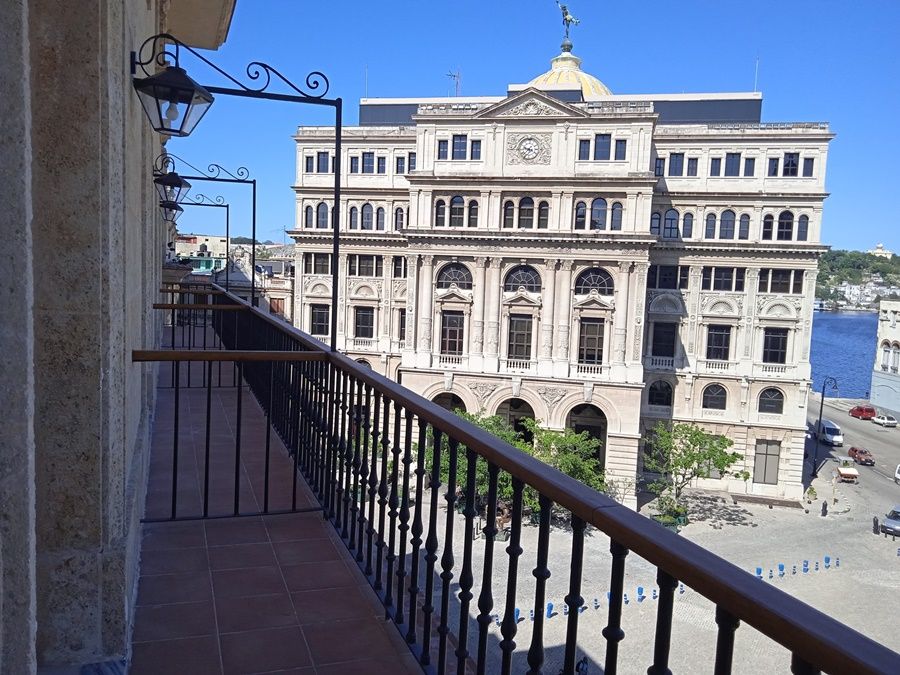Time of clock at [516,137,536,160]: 9:37
